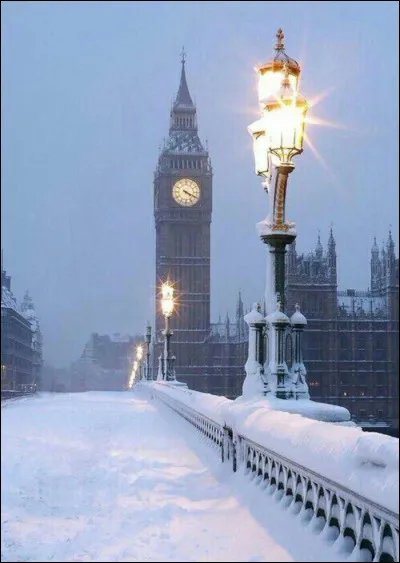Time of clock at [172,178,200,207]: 4:19
